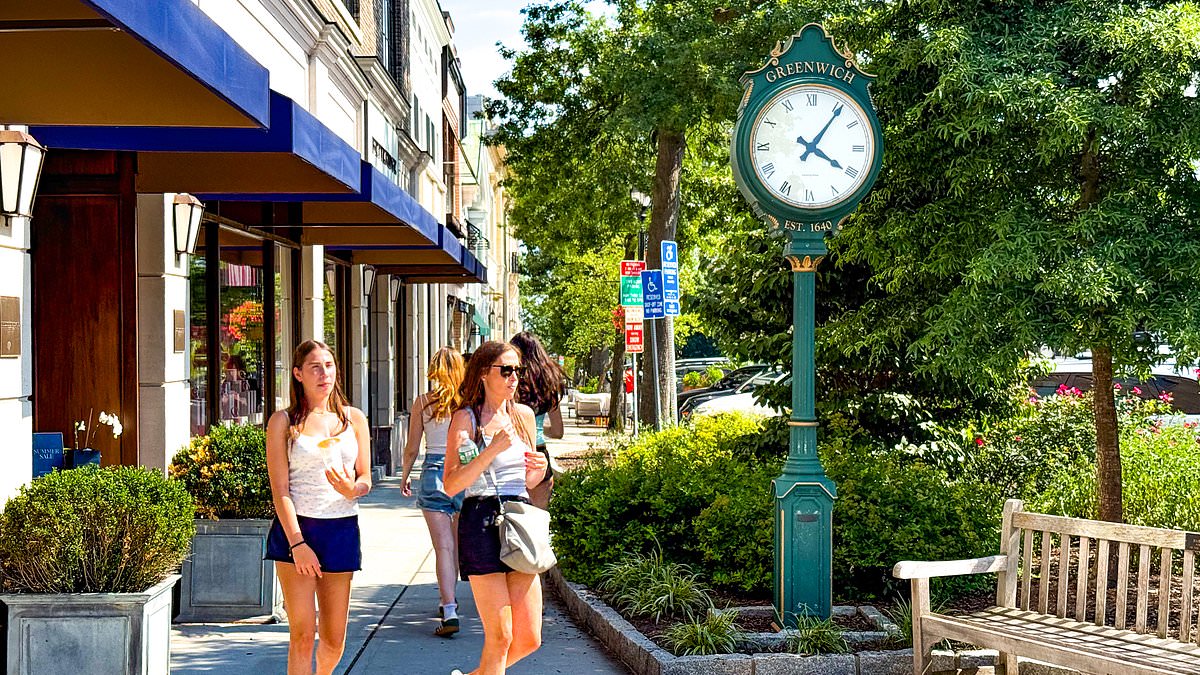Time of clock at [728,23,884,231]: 4:06
